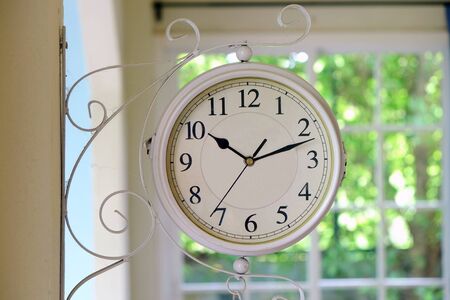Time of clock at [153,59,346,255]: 10:12
